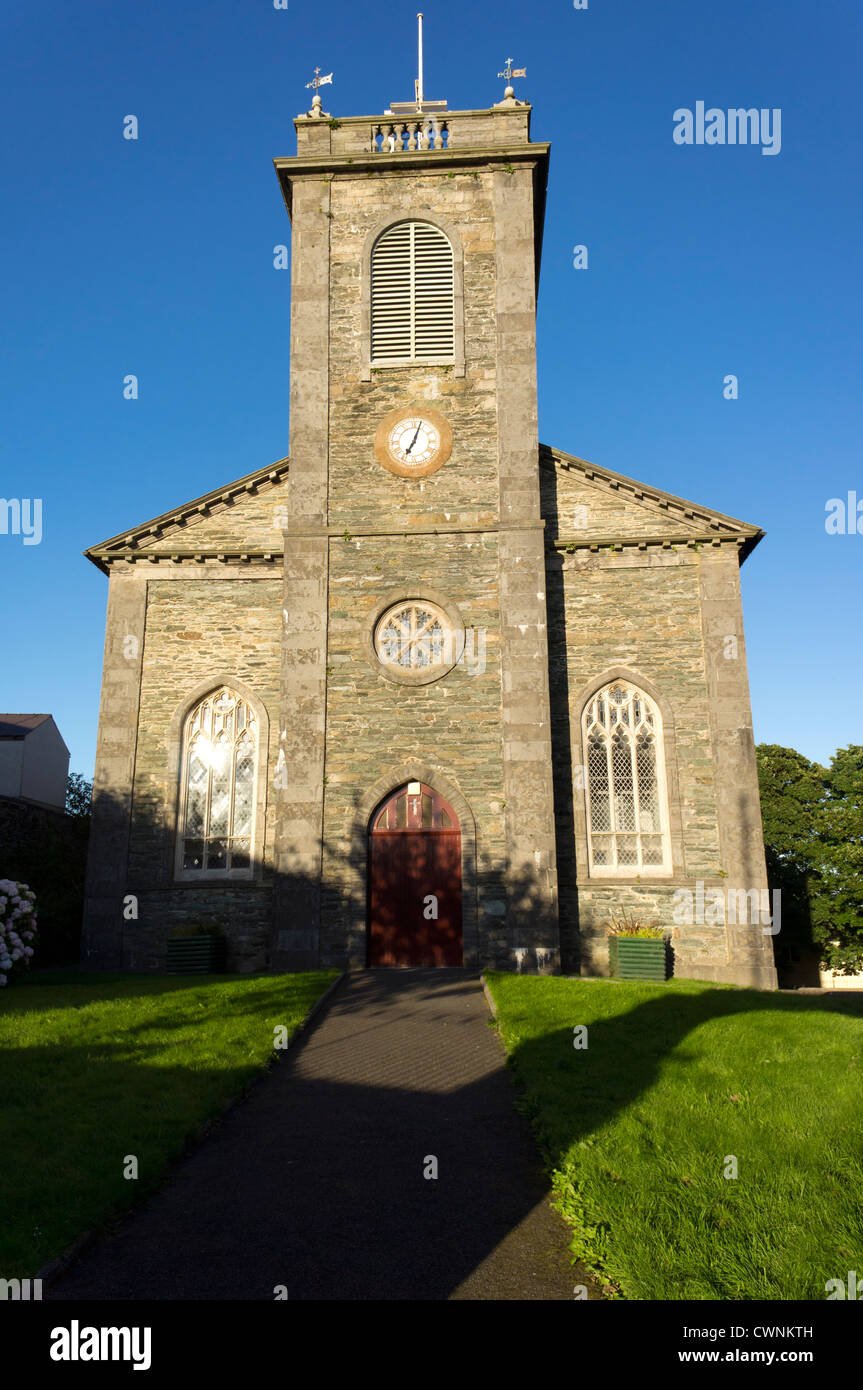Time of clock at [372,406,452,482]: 7:03
